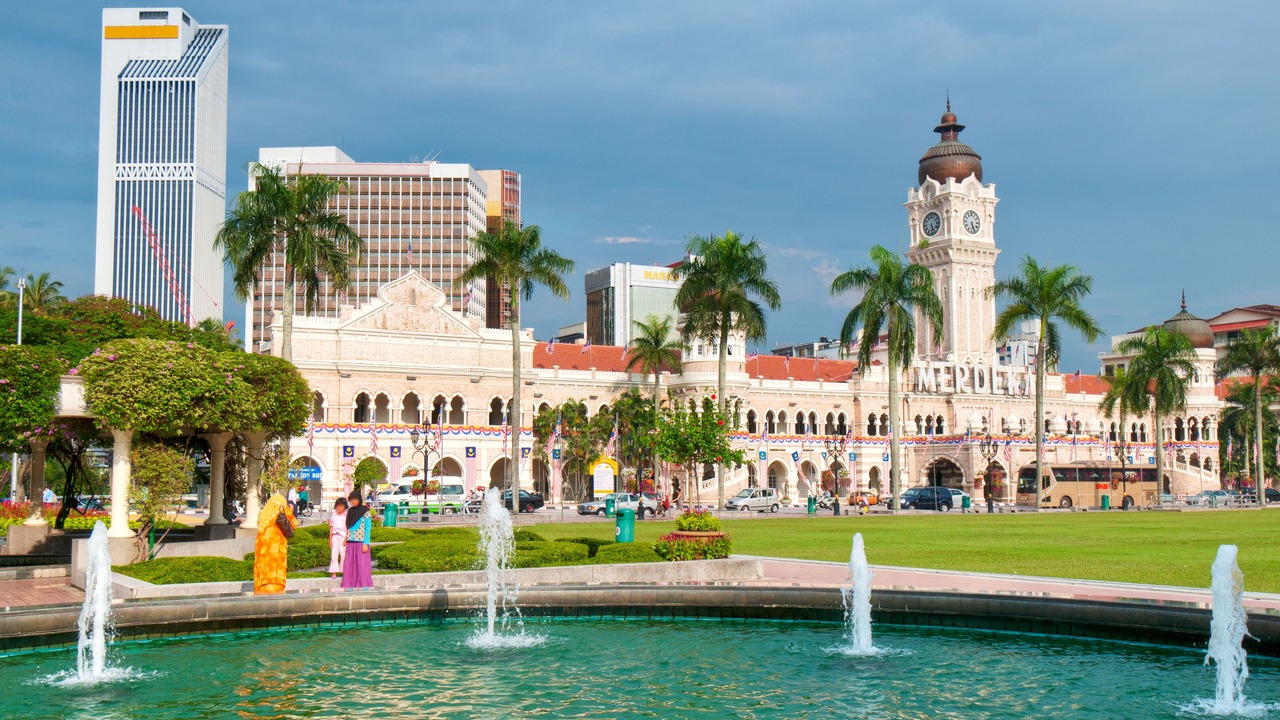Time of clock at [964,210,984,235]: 5:26
